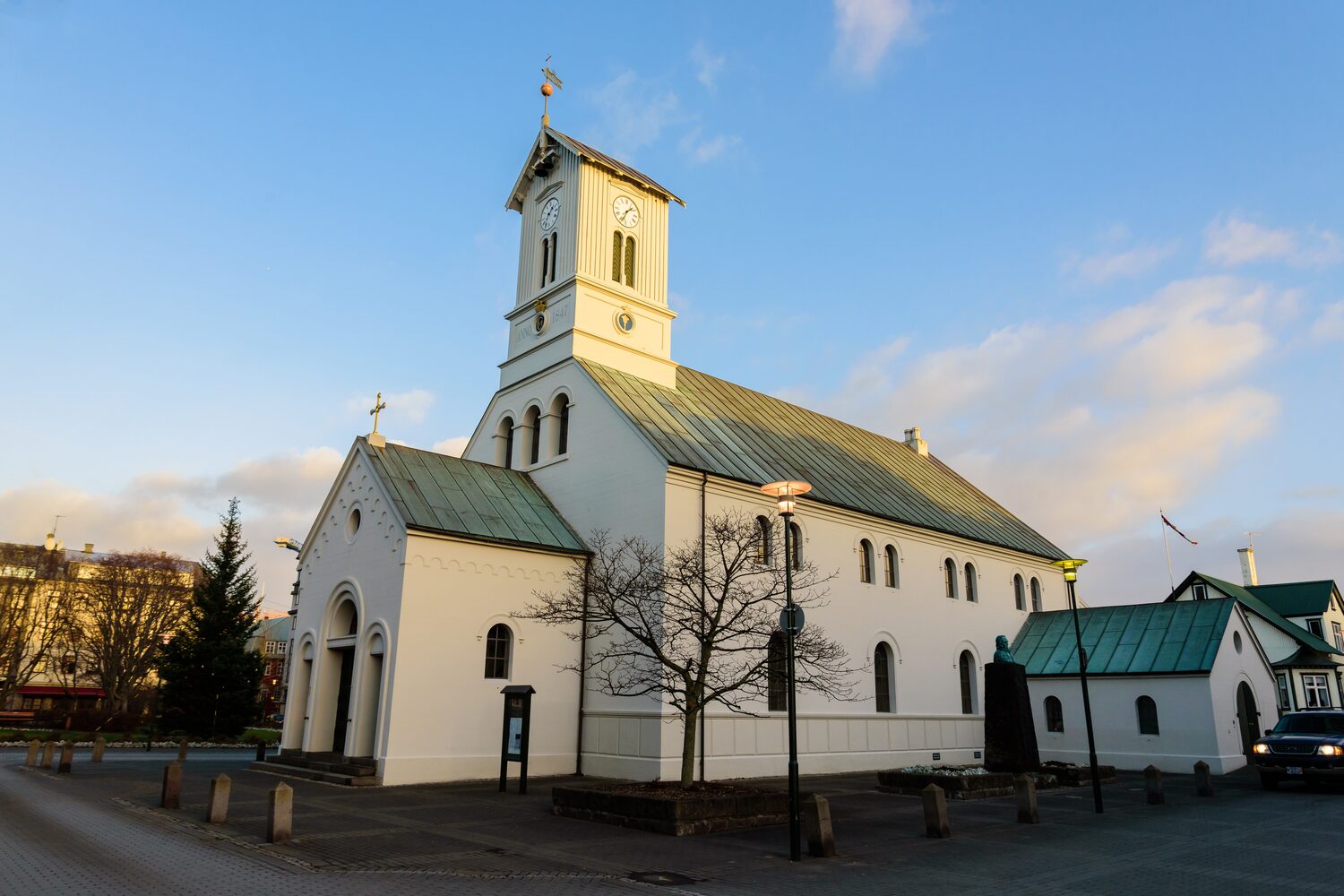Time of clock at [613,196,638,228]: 1:33
